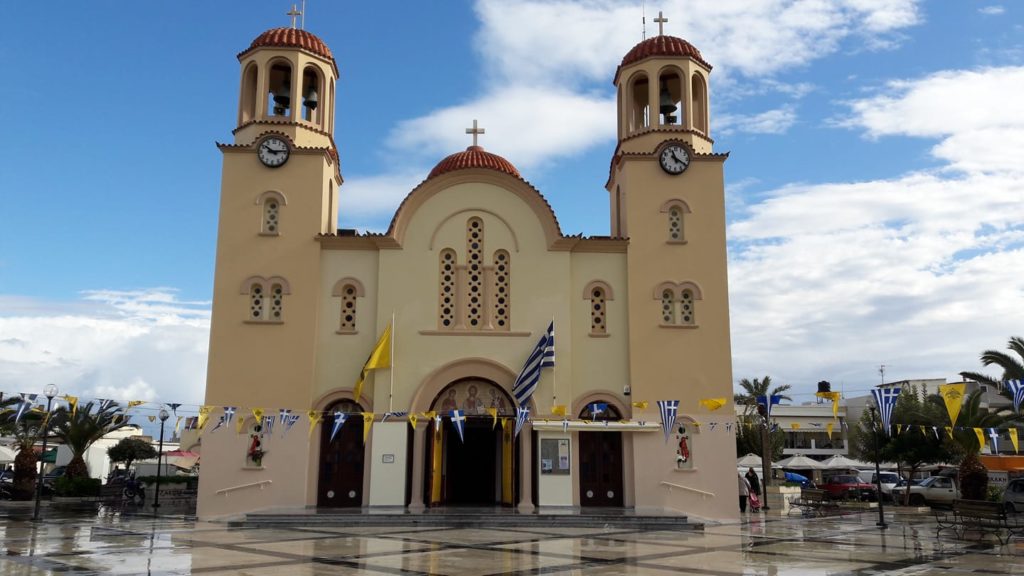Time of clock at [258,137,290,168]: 10:14
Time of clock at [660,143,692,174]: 11:20
